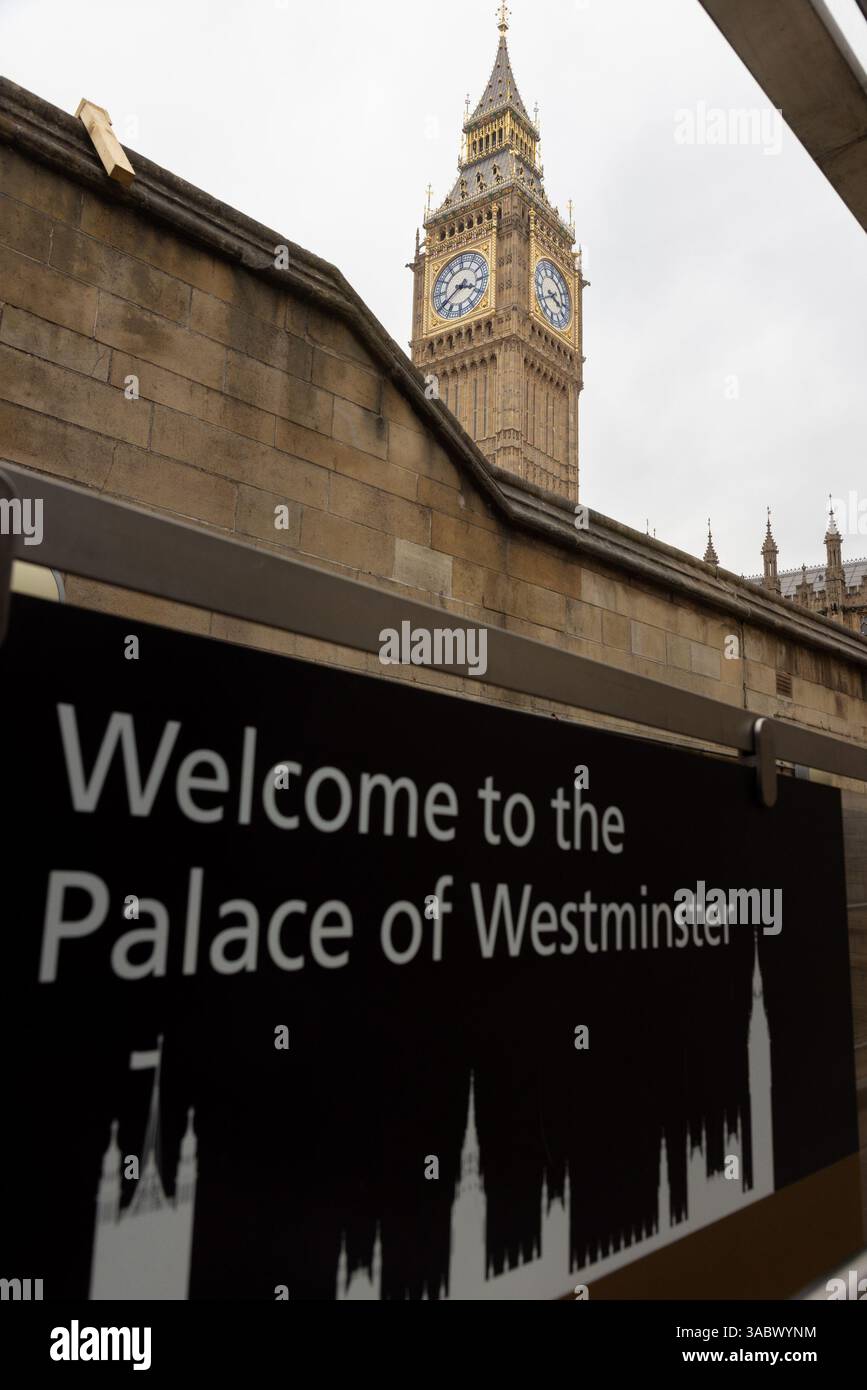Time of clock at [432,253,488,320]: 3:39
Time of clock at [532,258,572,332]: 3:40
